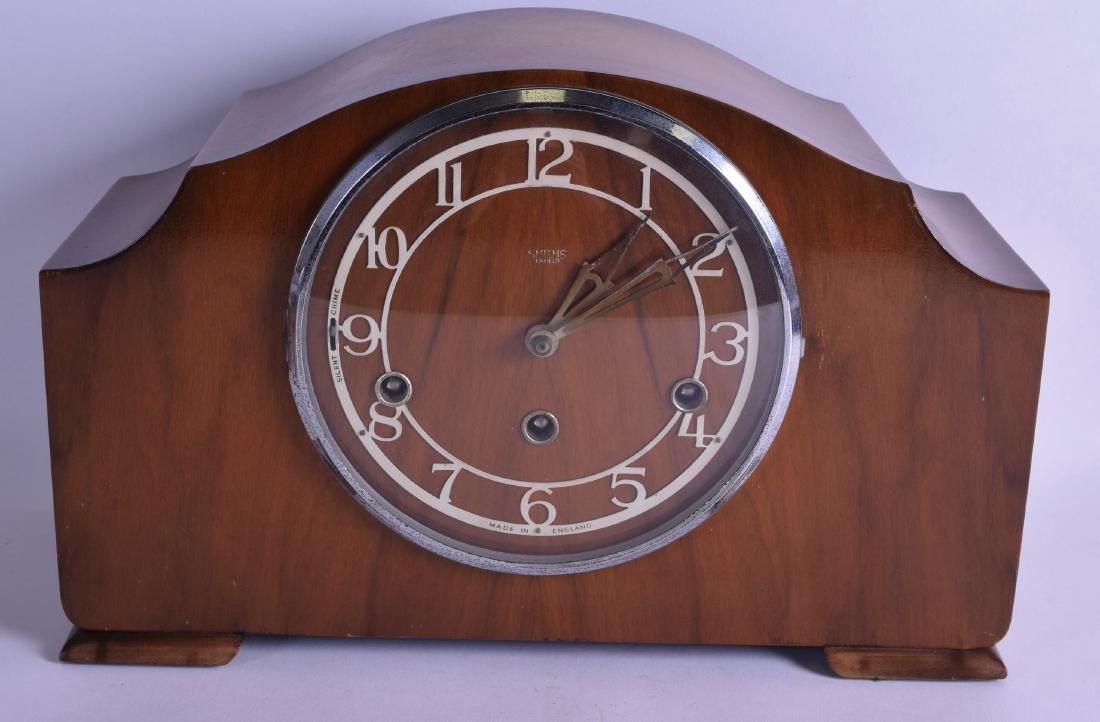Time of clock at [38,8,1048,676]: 1:08
